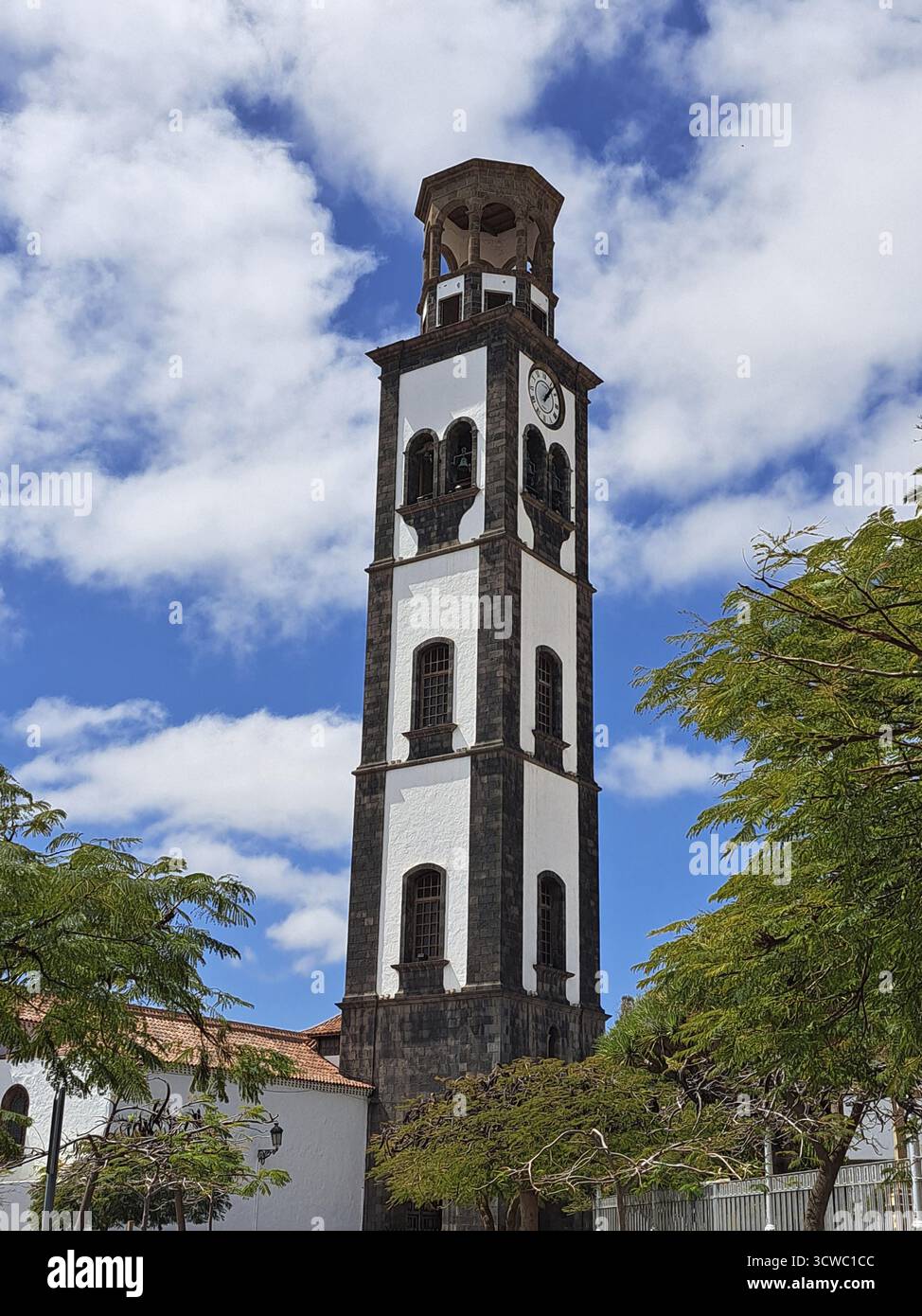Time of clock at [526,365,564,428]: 1:06
